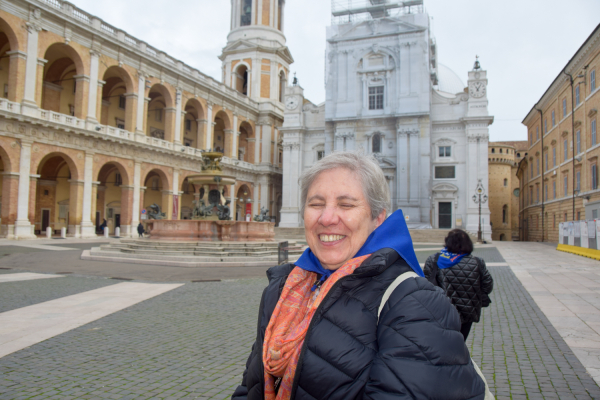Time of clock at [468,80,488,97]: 11:05
